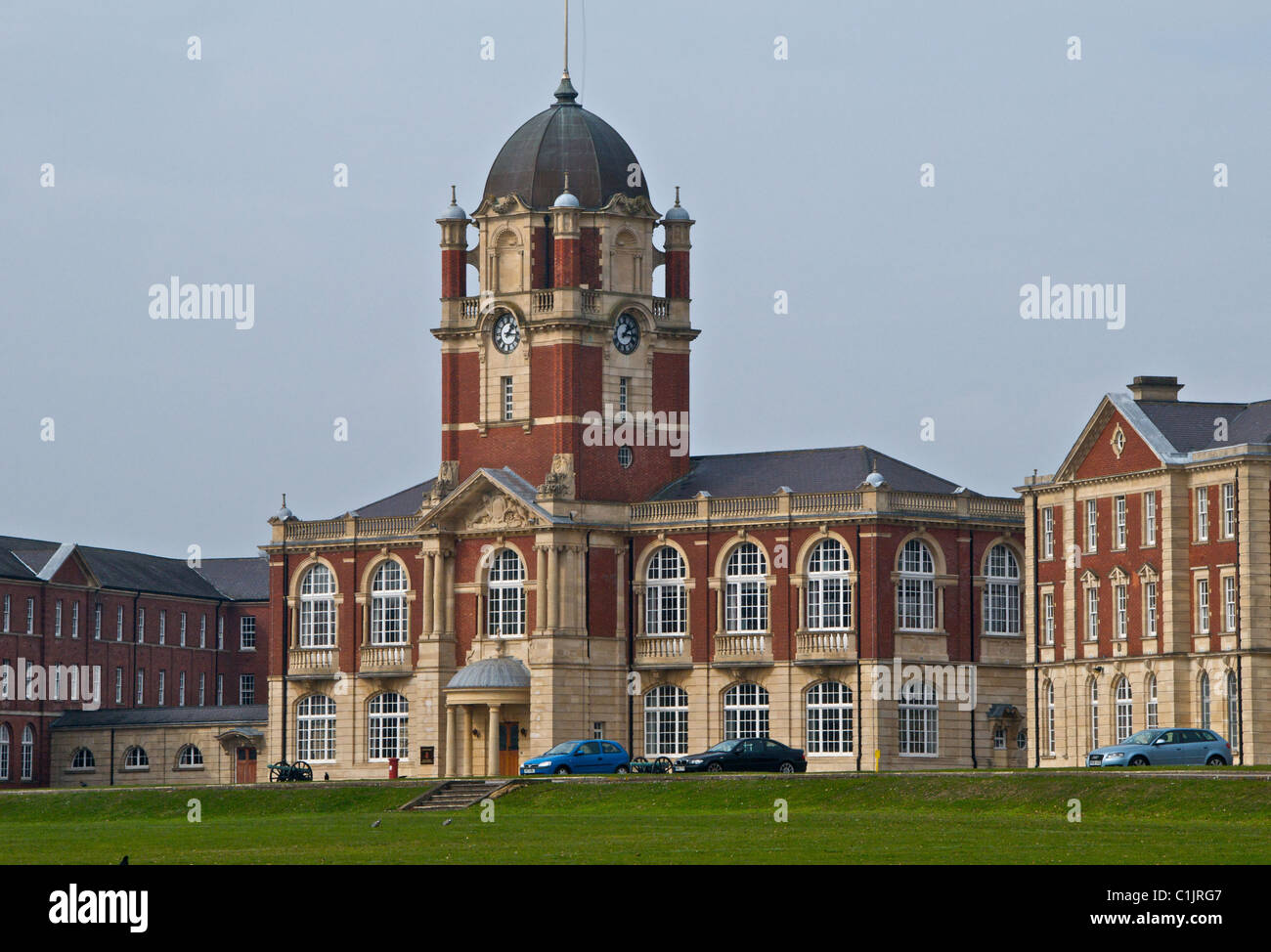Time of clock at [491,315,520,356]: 1:16
